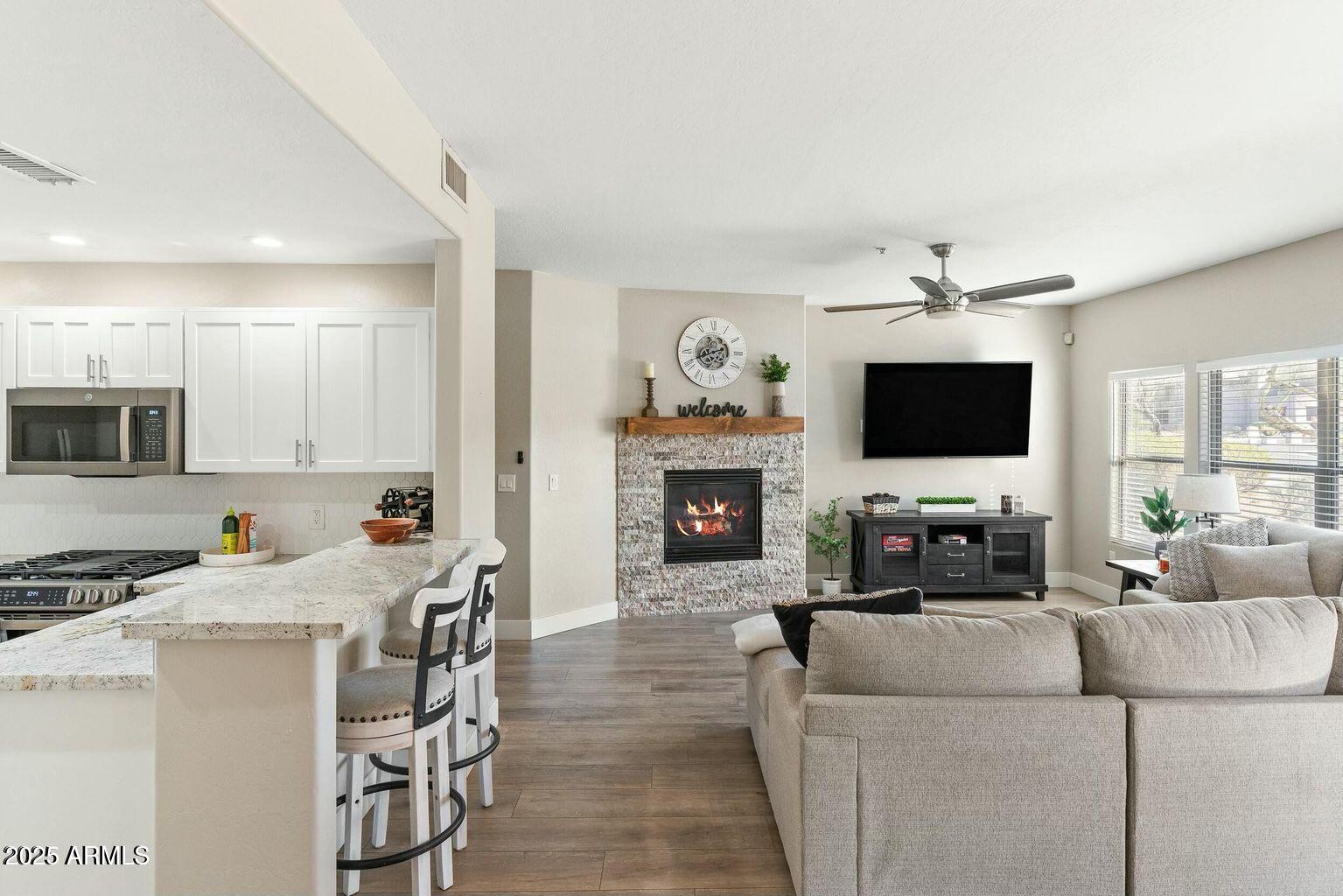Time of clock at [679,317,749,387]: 4:41
